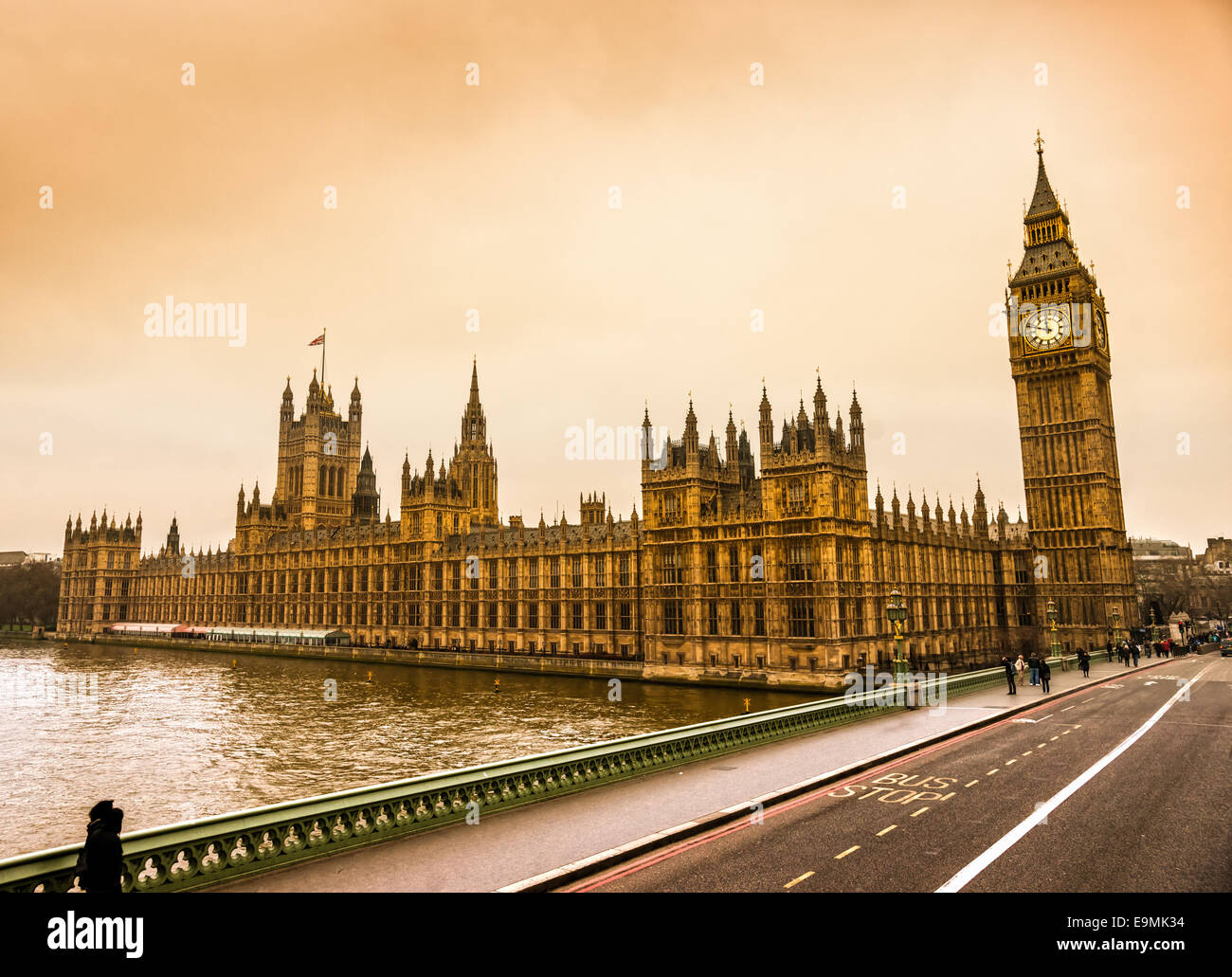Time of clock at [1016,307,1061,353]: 11:48
